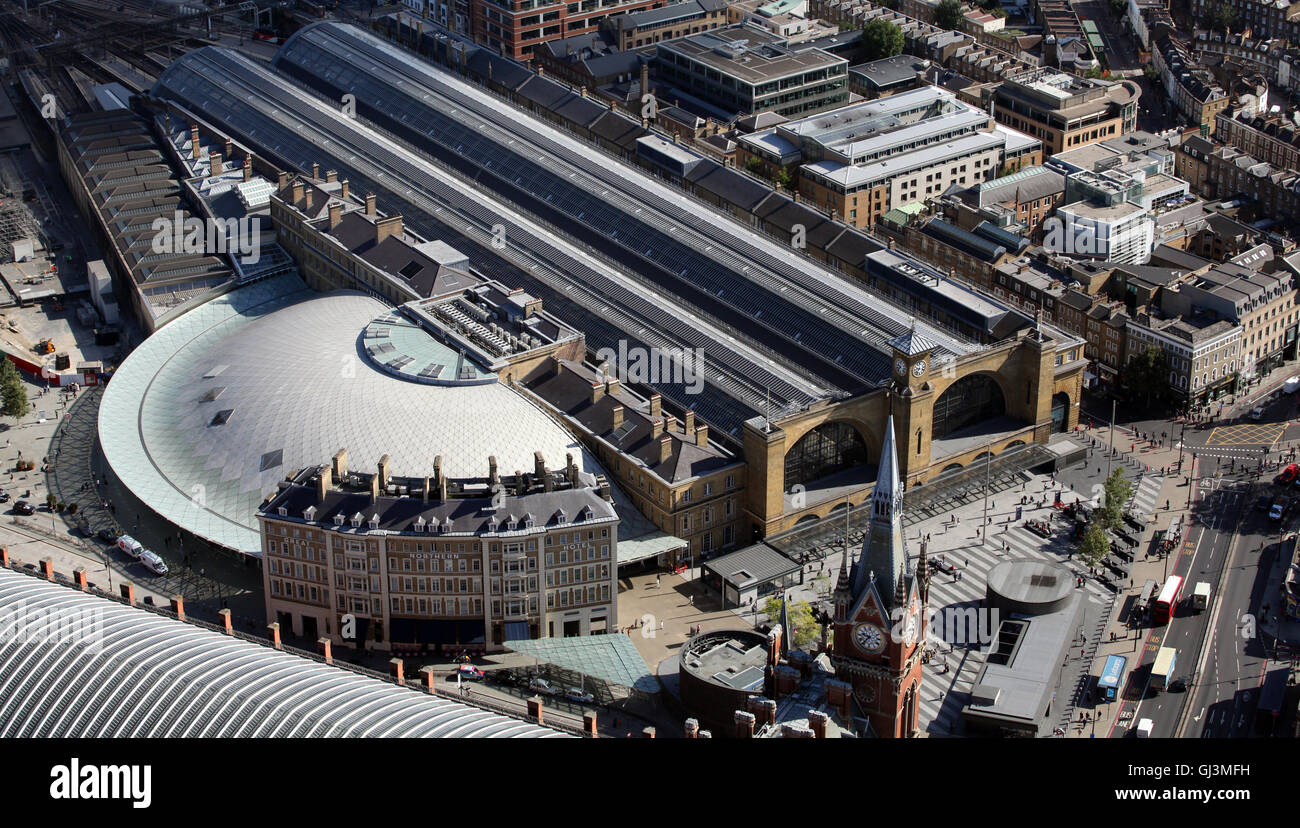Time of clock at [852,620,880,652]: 9:36
